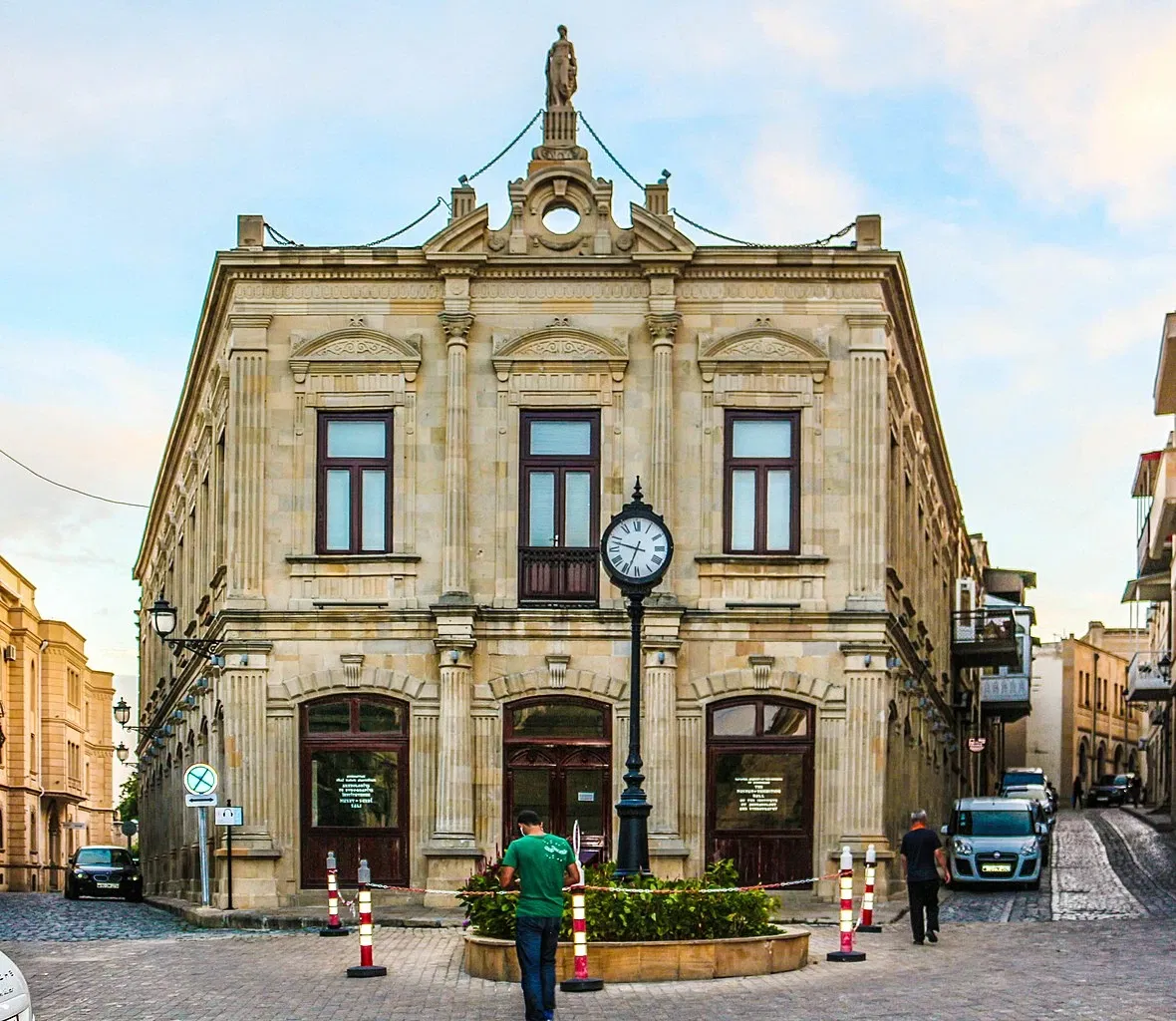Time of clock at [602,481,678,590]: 6:47
